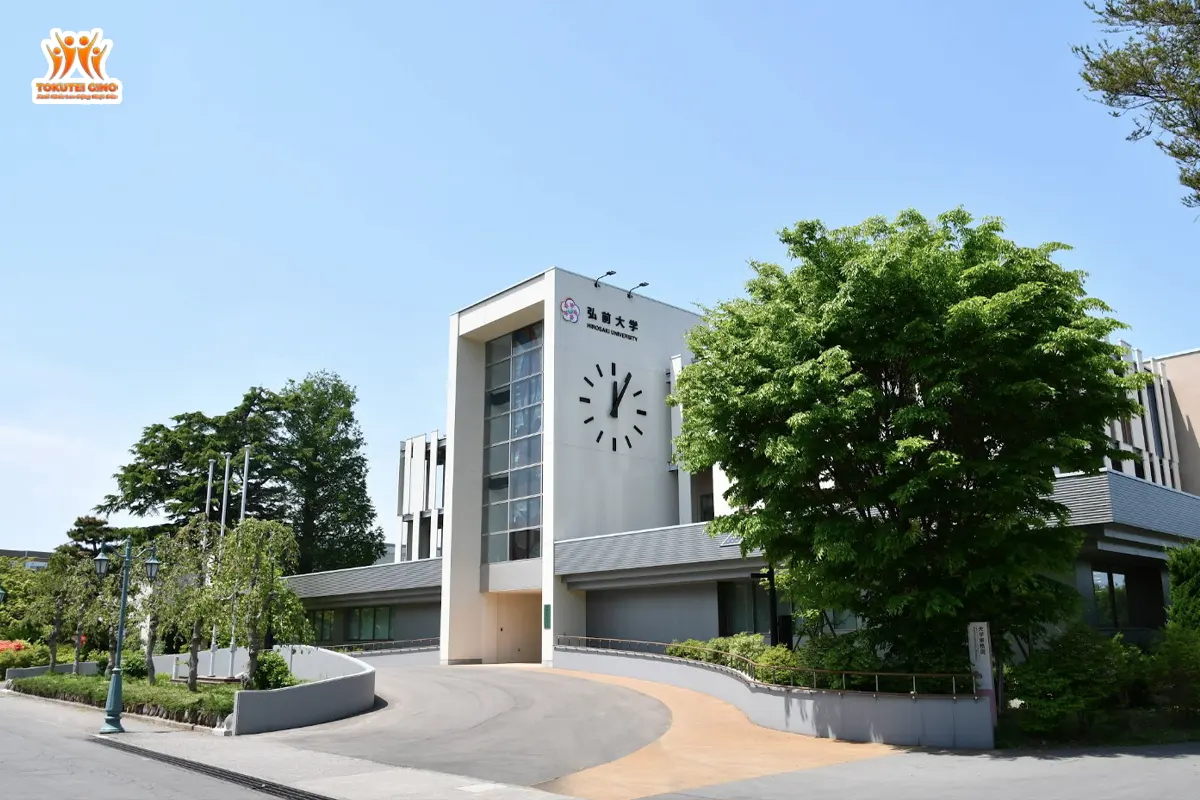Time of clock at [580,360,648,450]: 12:05
